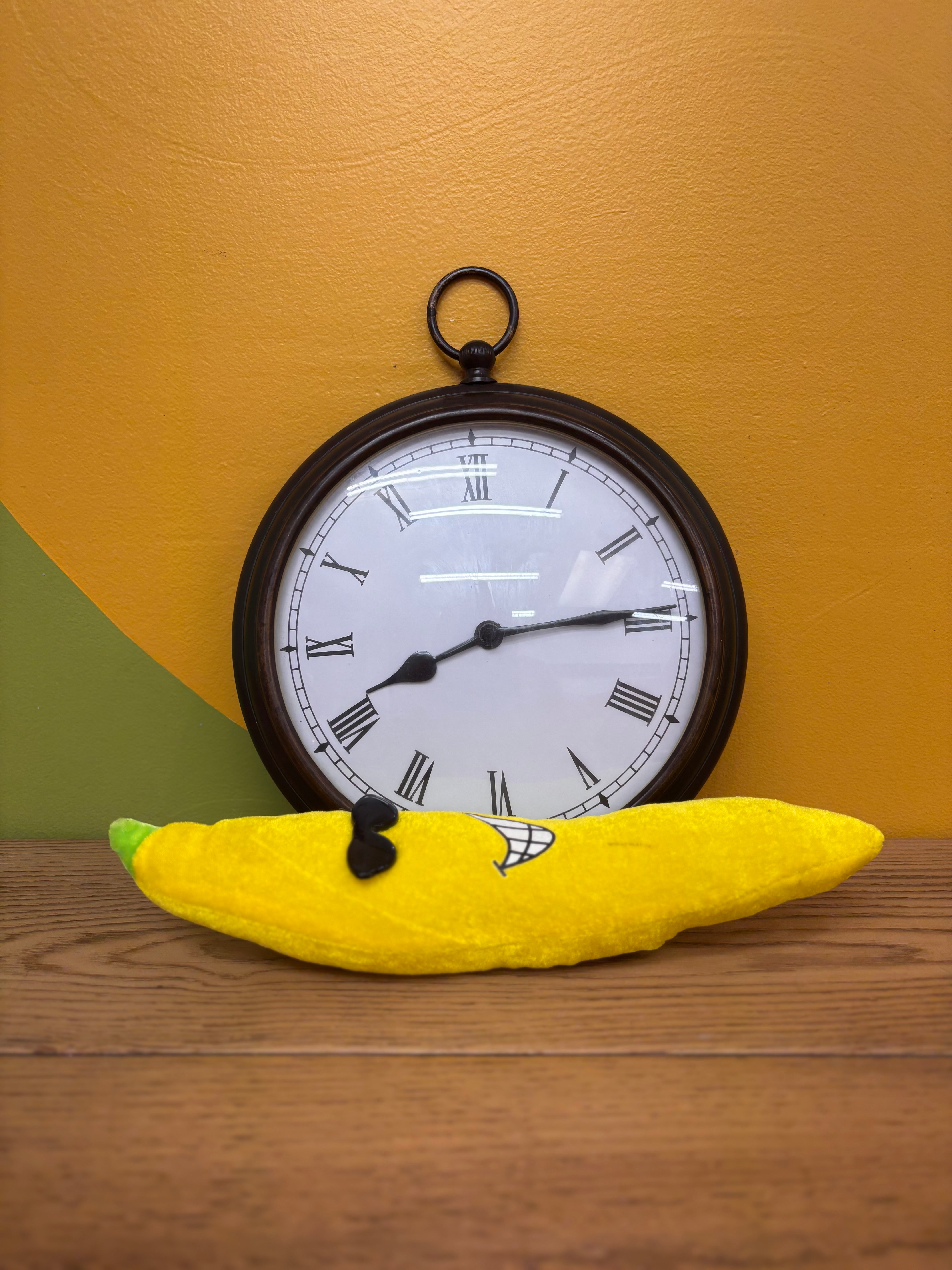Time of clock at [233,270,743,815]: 8:14
